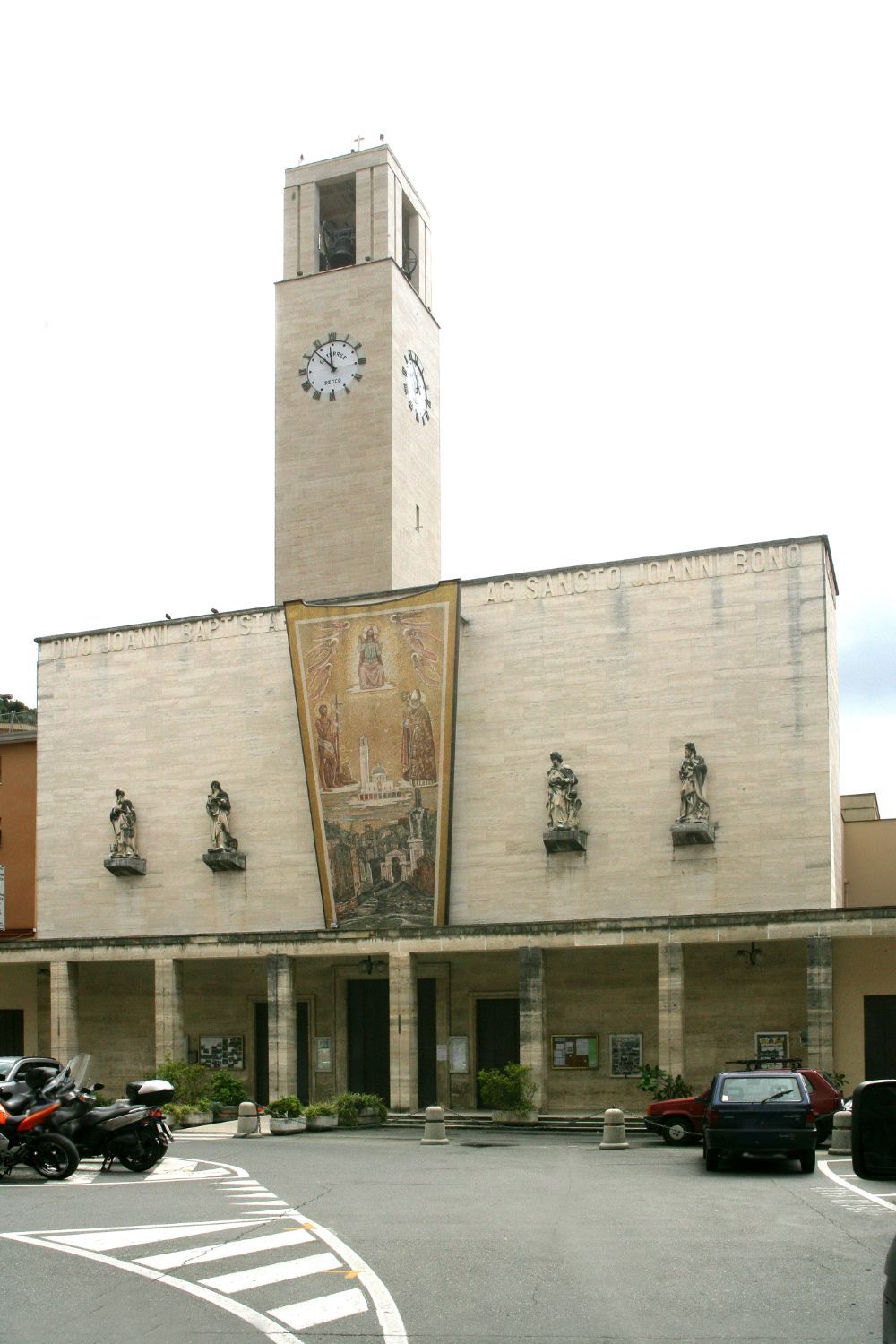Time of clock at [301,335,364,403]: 11:52
